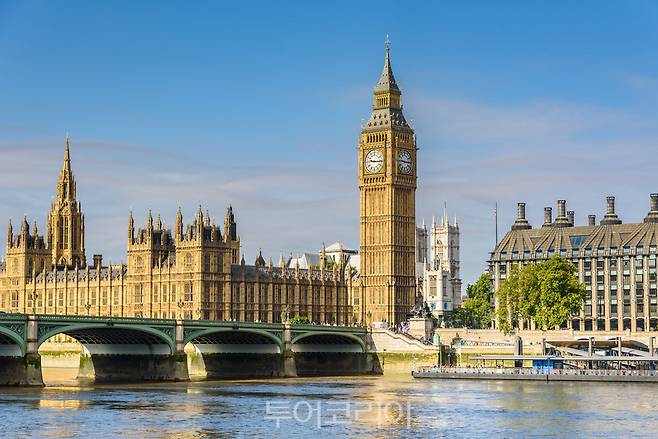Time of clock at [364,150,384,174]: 9:15
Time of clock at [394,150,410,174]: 9:15
